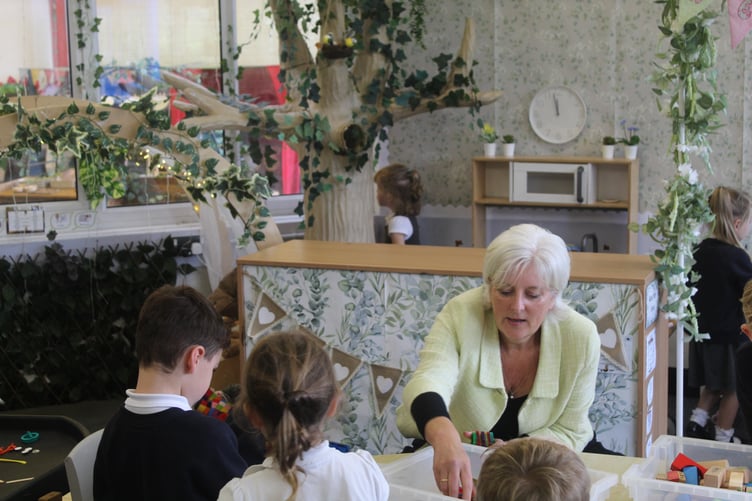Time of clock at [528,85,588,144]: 11:57
